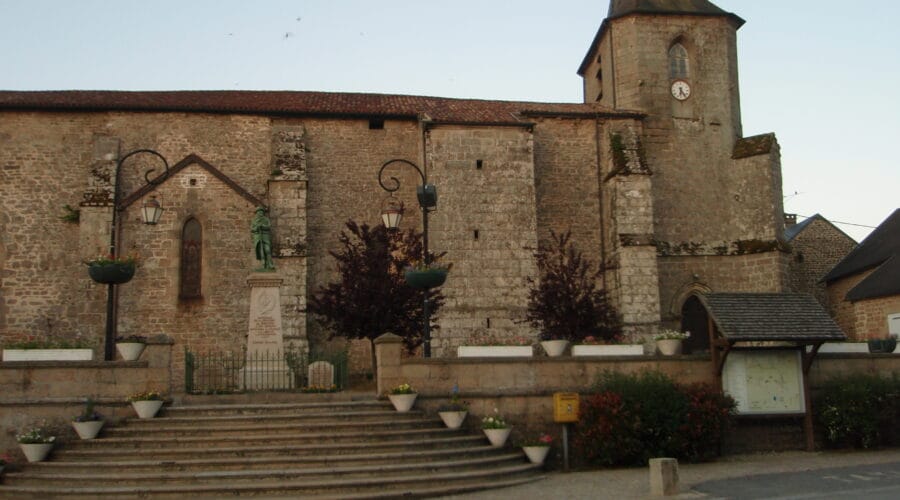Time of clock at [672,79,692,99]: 6:23
